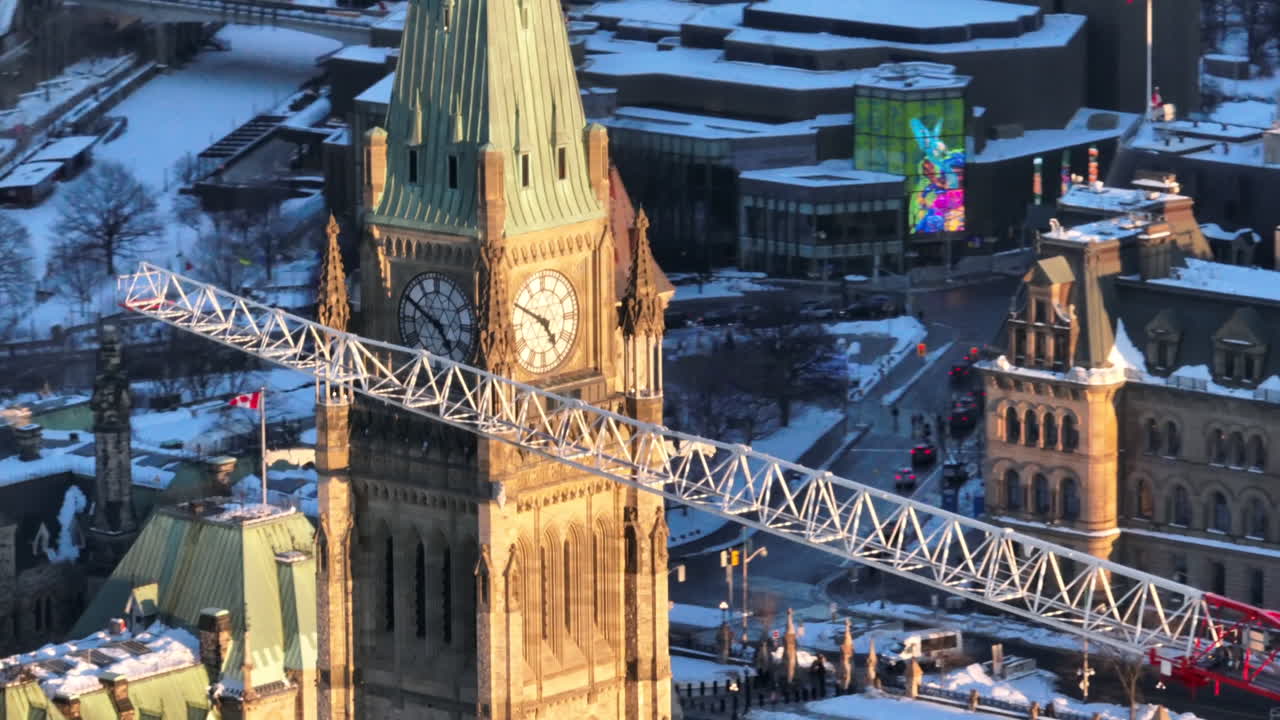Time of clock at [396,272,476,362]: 4:49
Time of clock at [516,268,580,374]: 4:49
